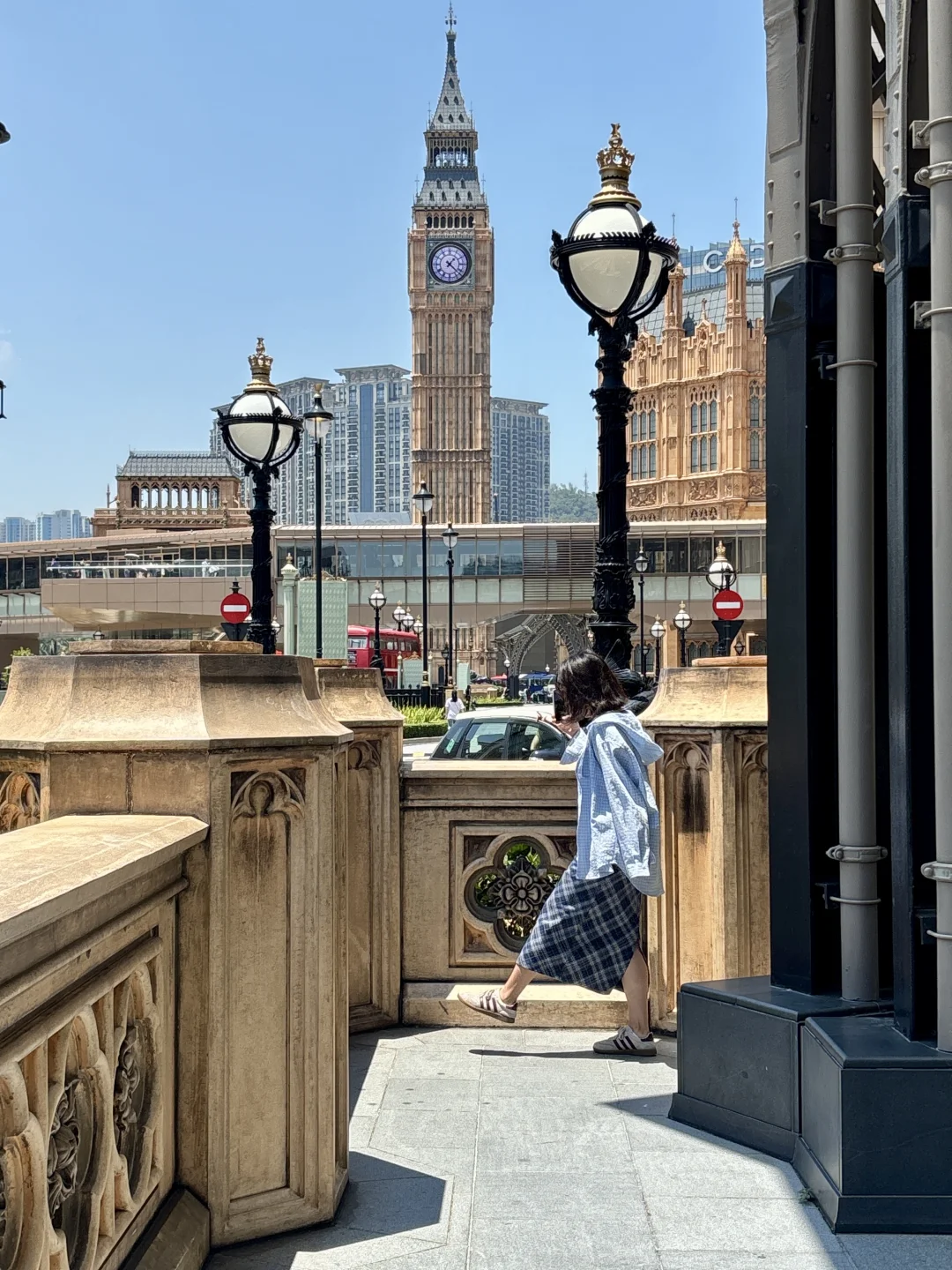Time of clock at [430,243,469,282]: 1:22
